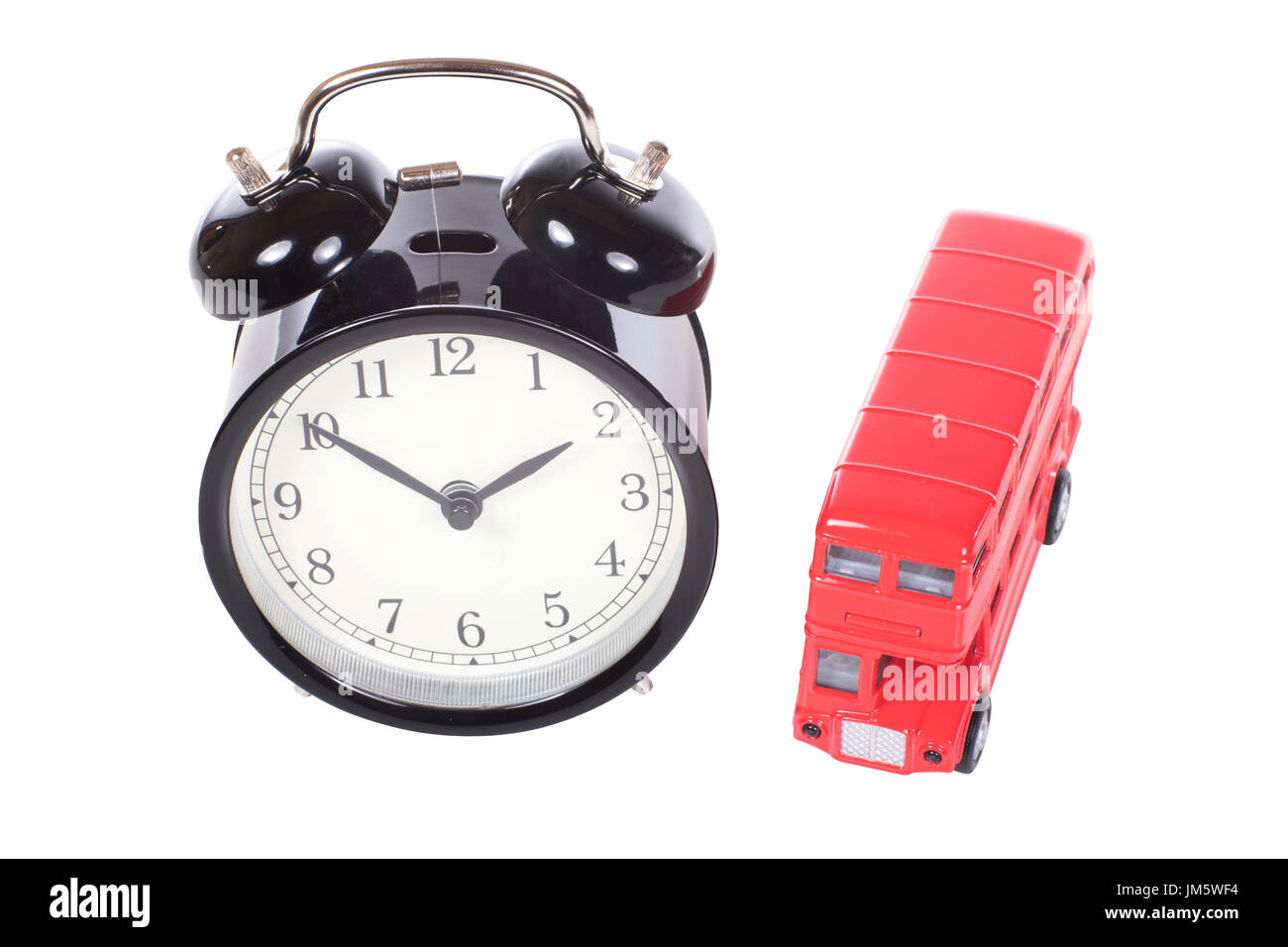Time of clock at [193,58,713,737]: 1:50
